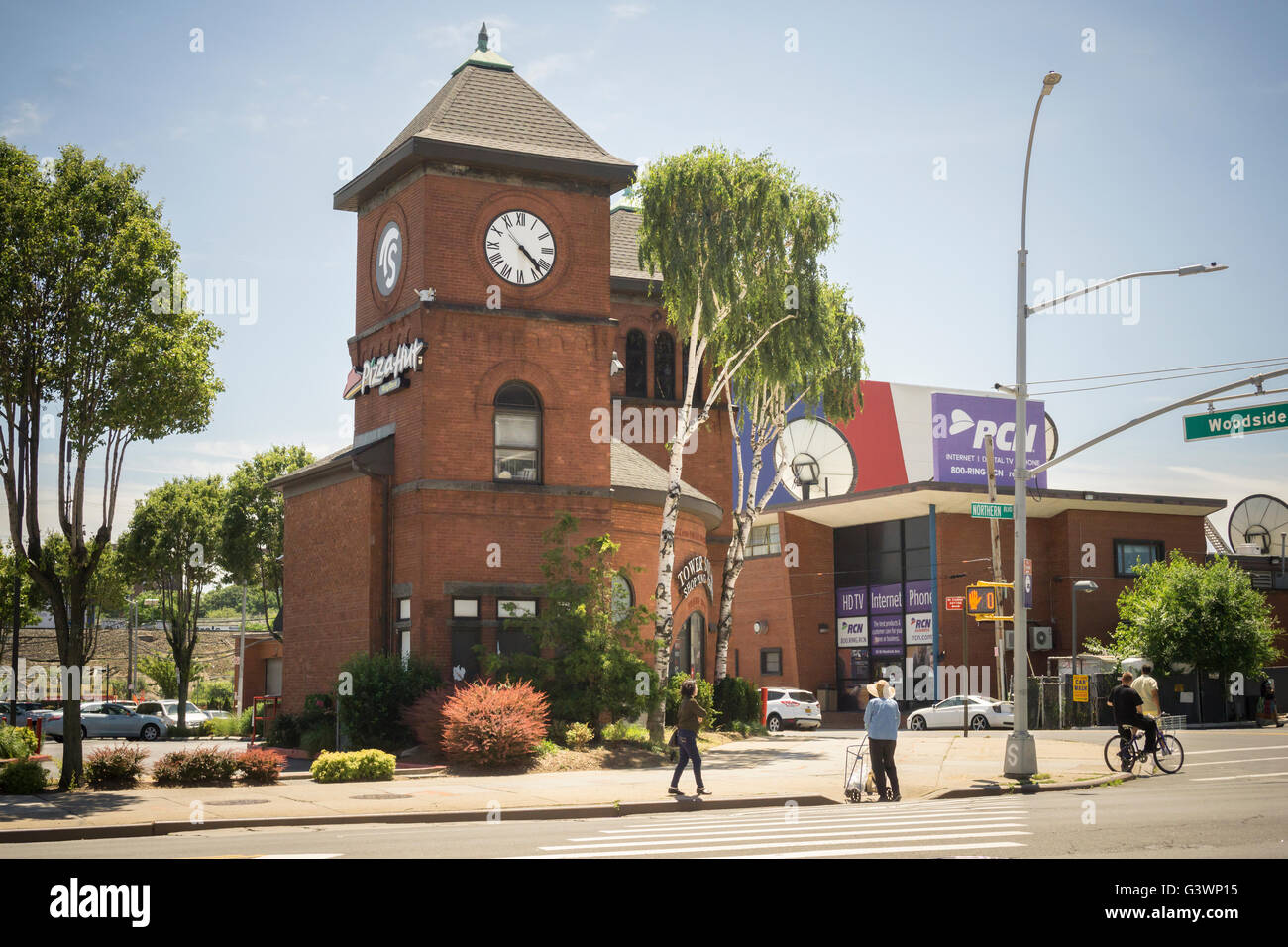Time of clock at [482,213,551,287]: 4:22
